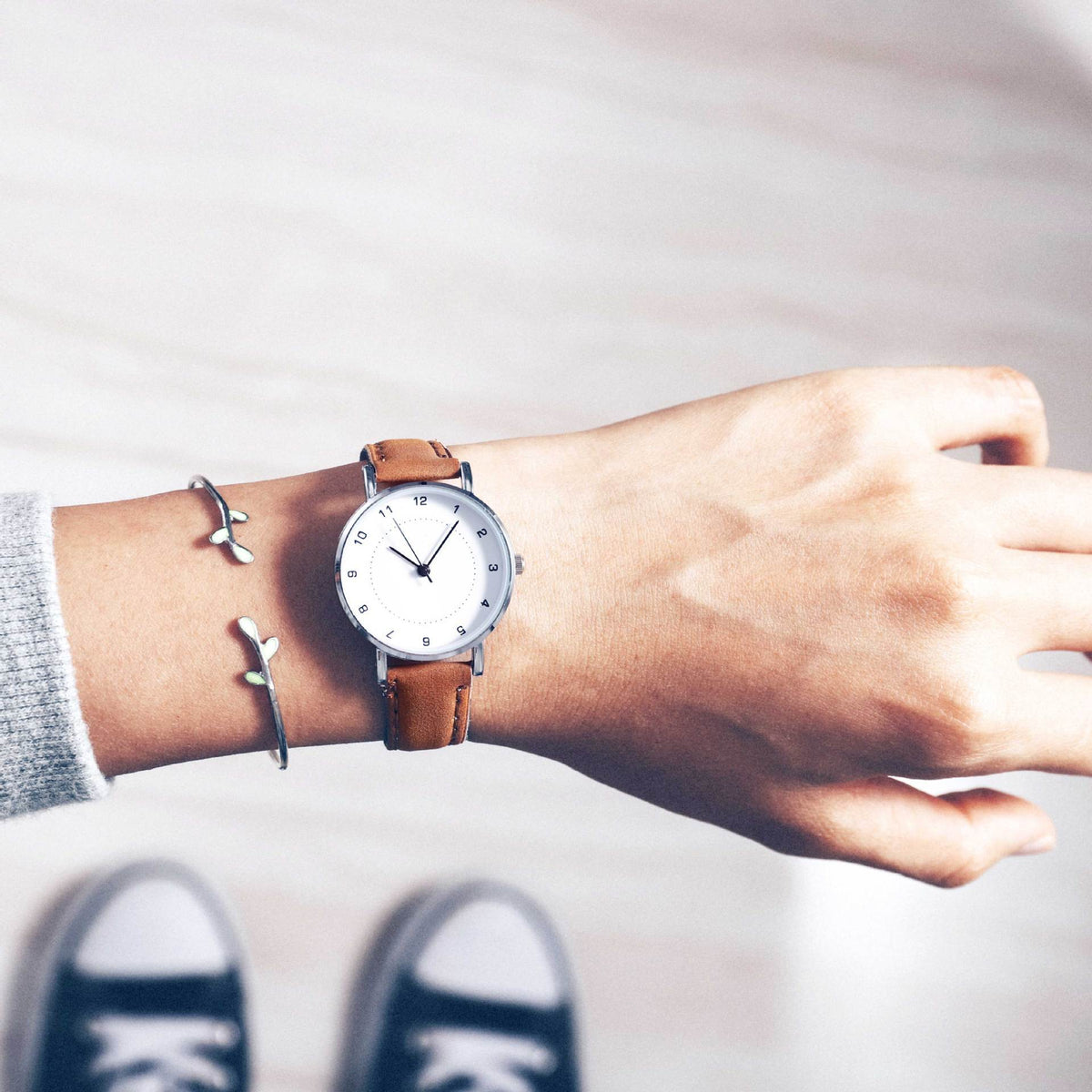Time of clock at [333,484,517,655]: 10:06
